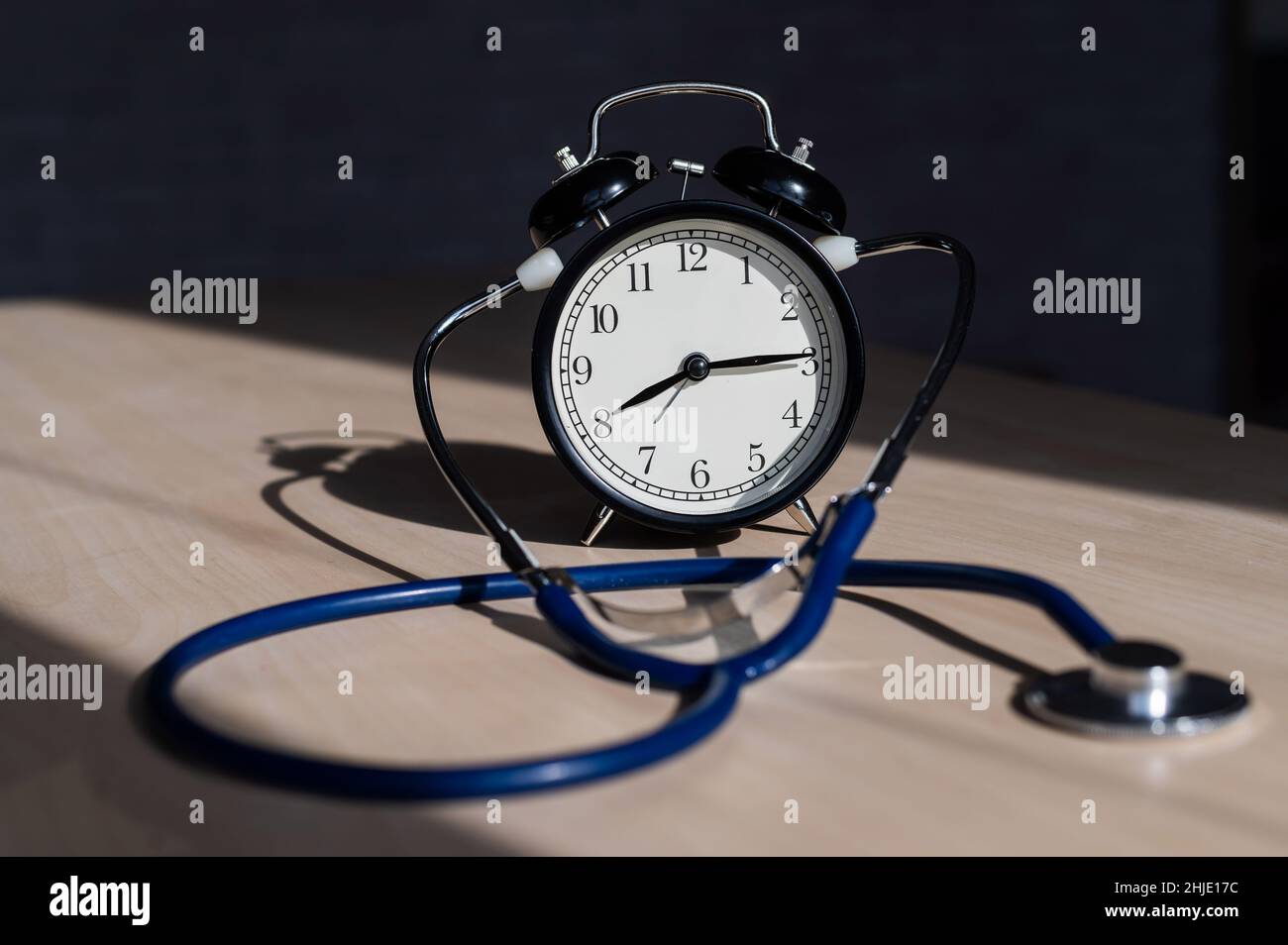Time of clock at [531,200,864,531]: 8:14
